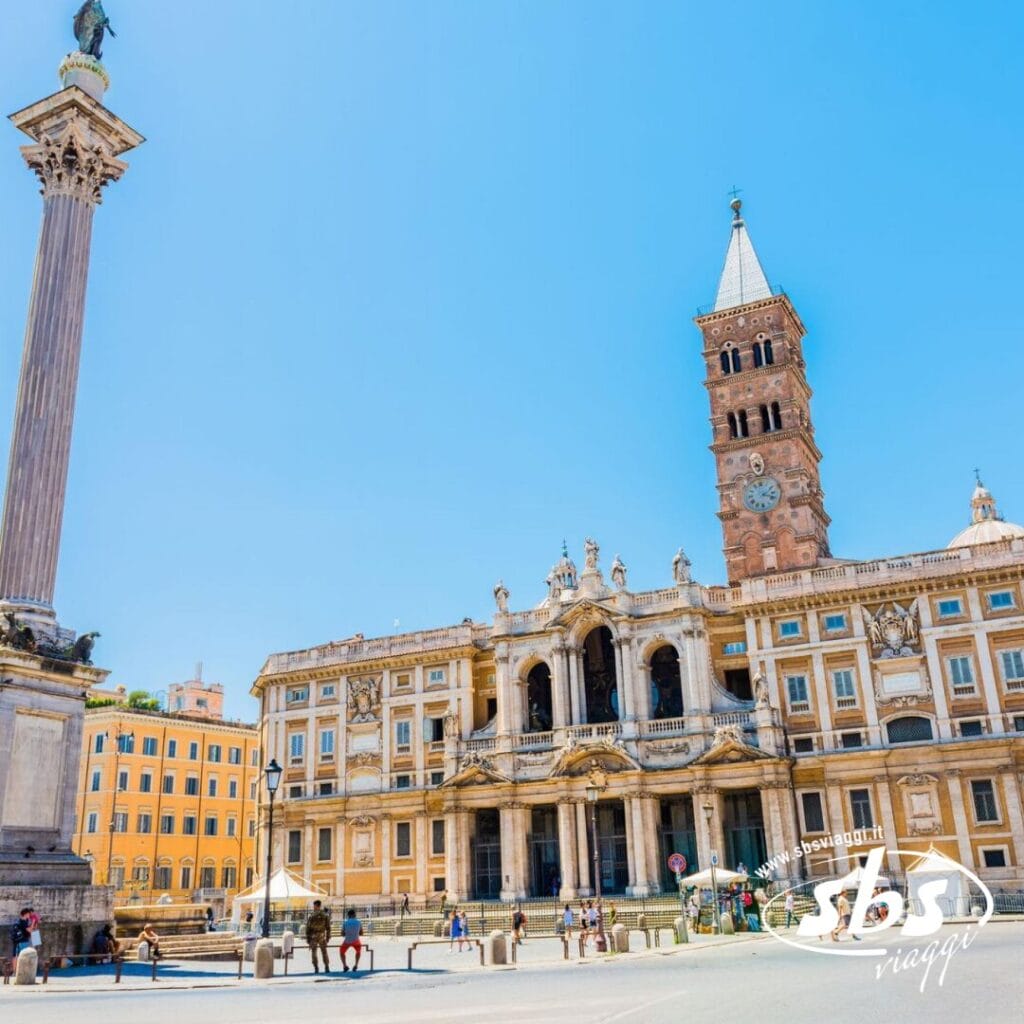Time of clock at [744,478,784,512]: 2:18
